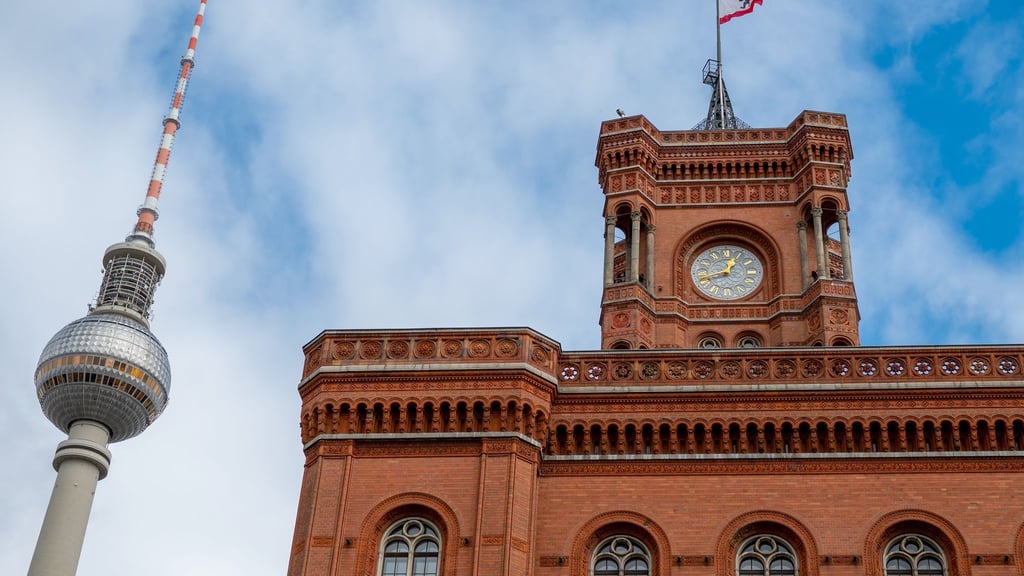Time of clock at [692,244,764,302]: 12:41
